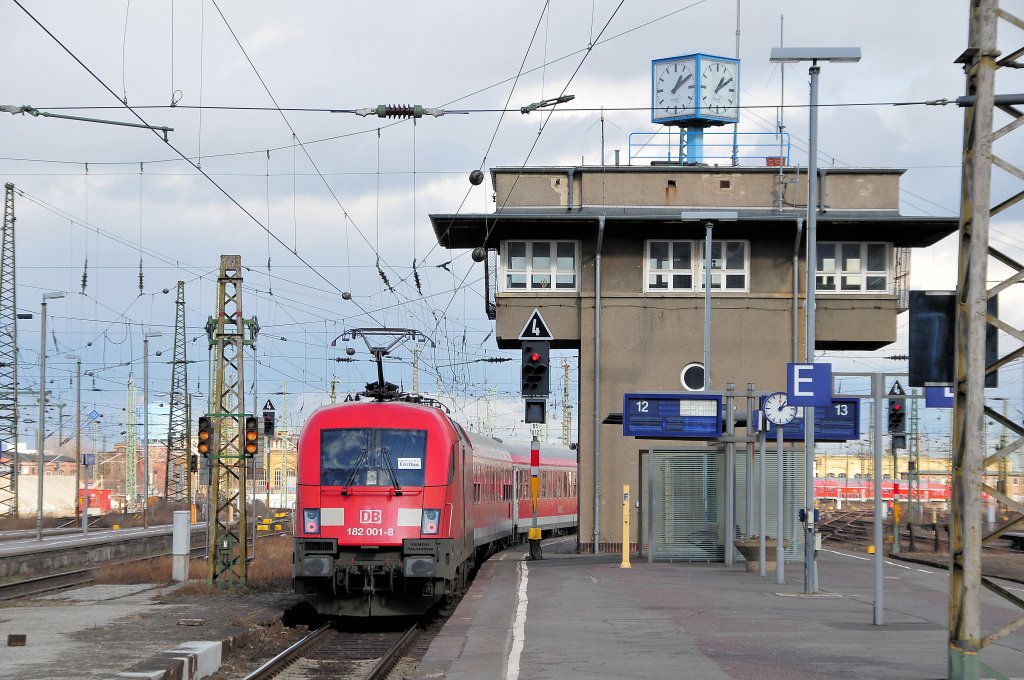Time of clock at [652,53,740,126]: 1:09
